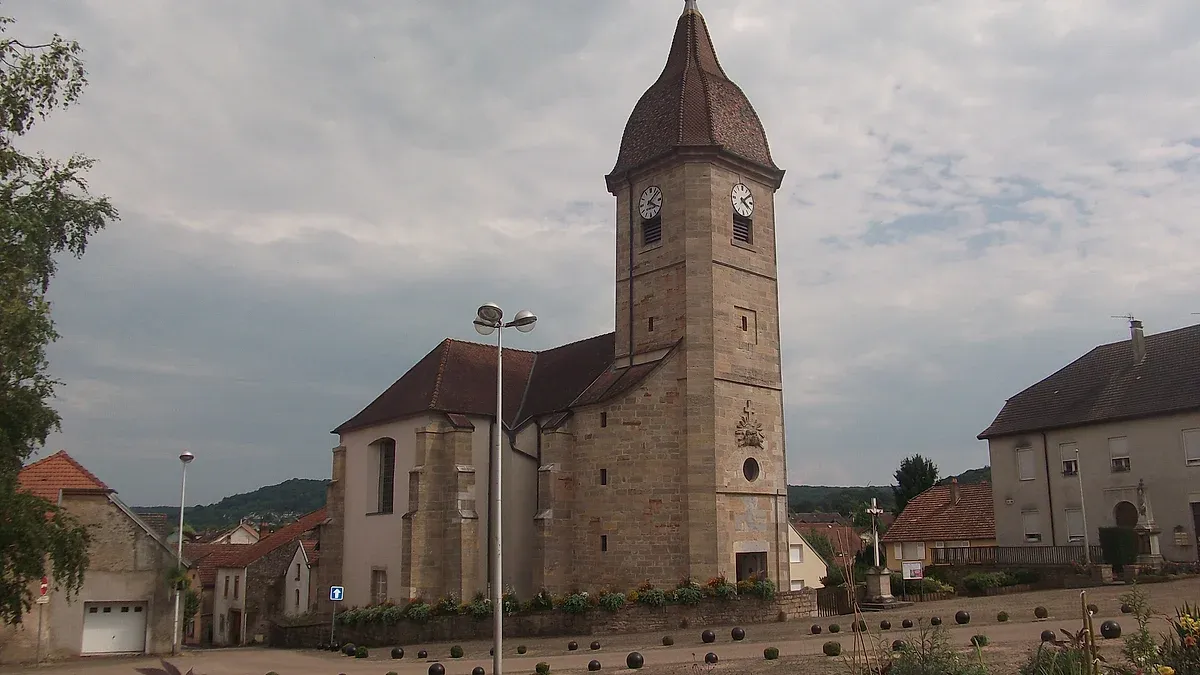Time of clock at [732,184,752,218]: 4:08
